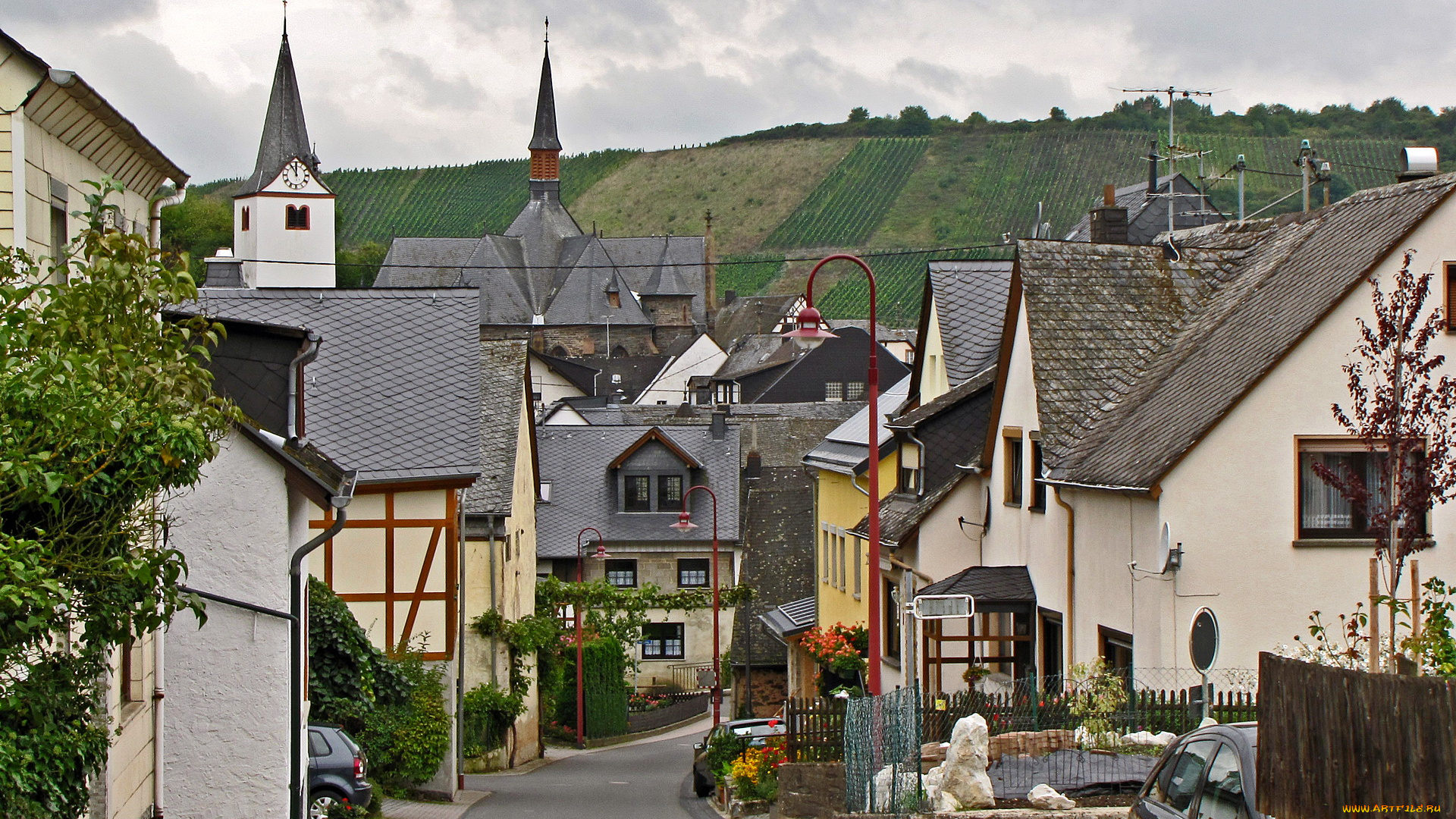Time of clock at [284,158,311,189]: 11:54
